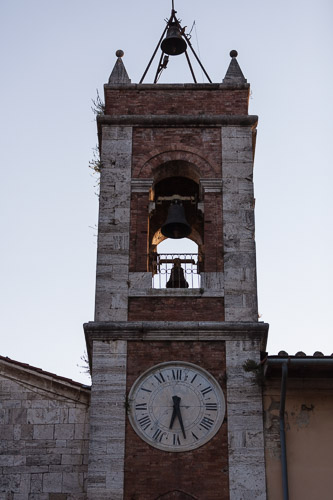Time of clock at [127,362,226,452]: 6:27
